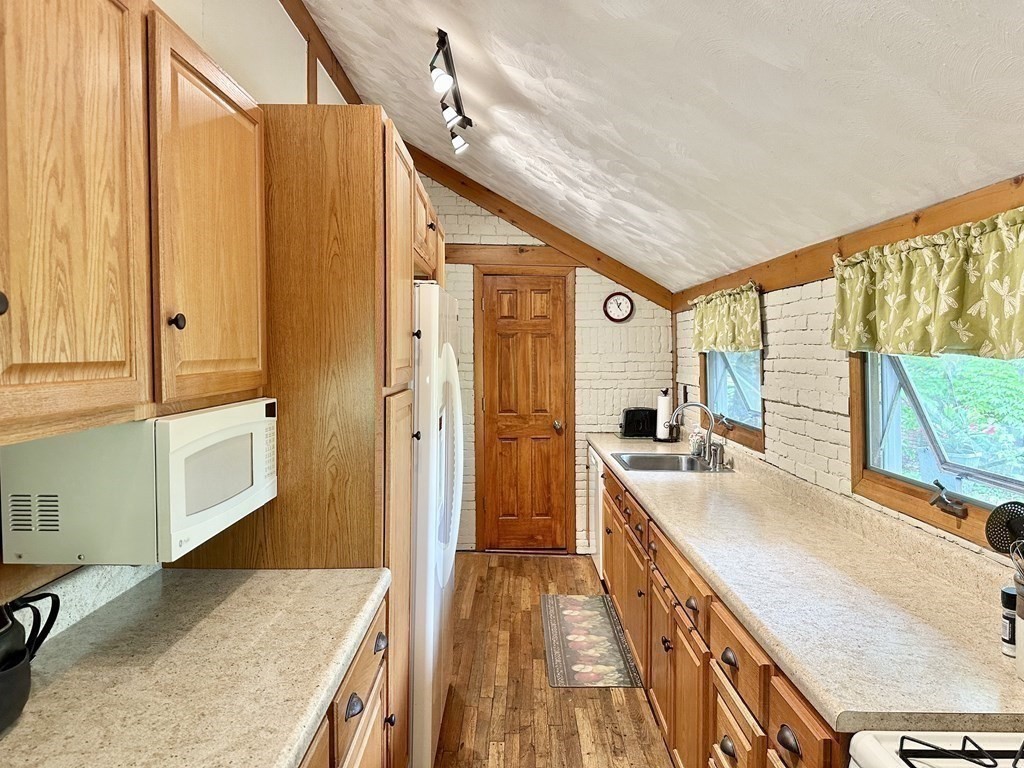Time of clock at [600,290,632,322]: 12:57
